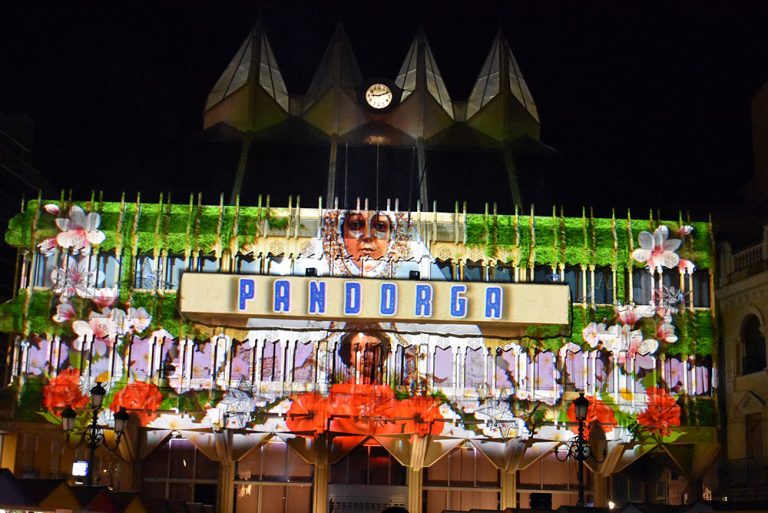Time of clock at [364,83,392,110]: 9:11
